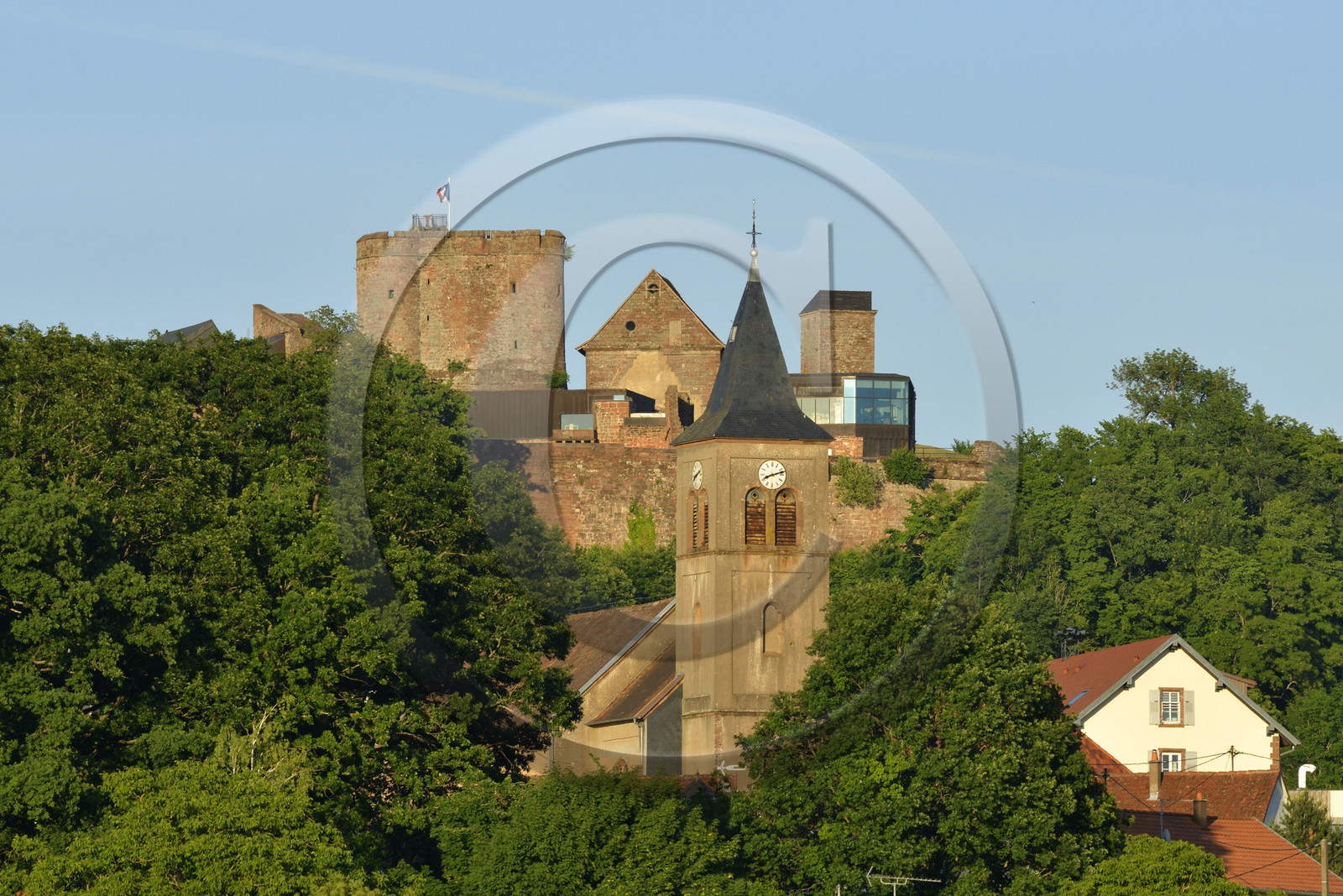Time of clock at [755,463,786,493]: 8:12
